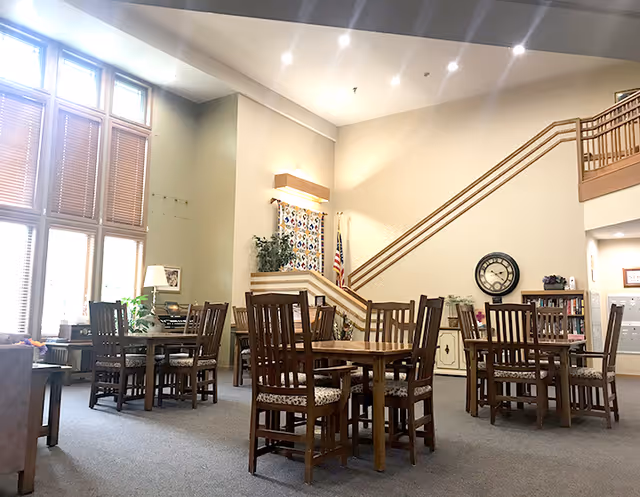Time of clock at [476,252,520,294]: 2:21
